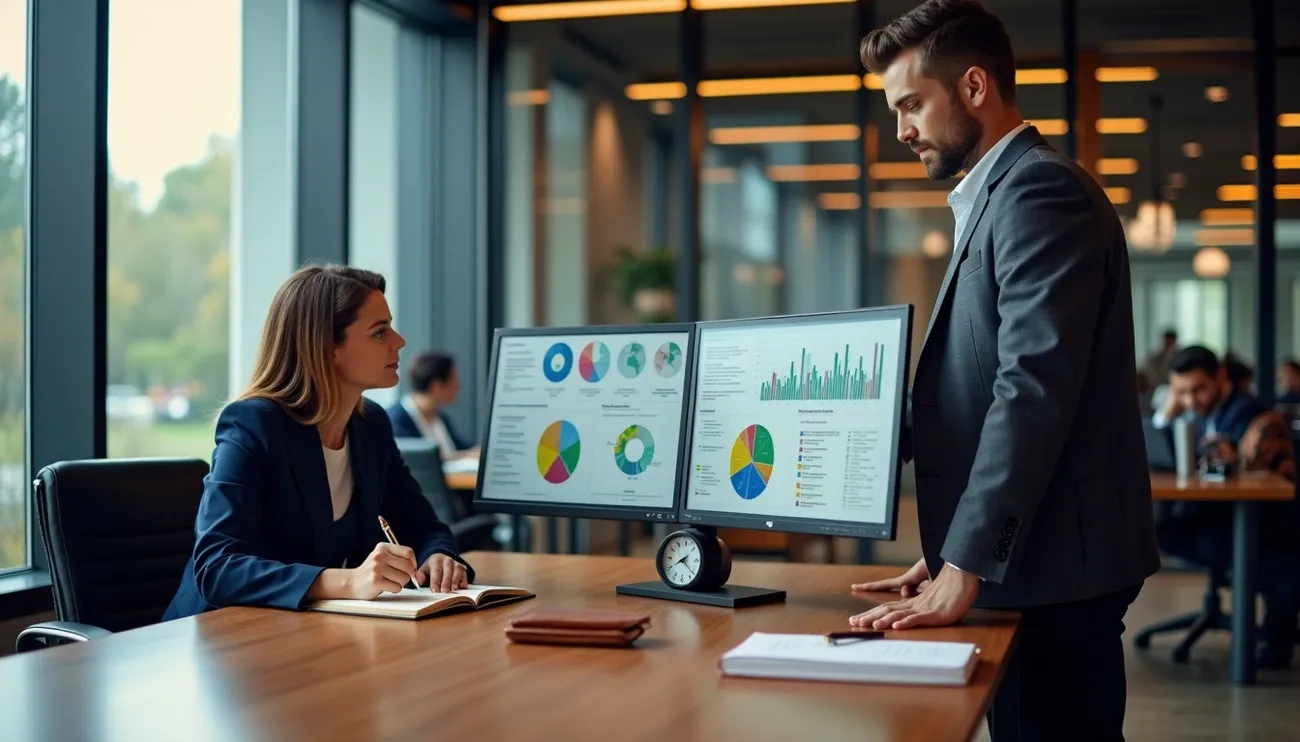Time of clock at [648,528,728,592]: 2:21
